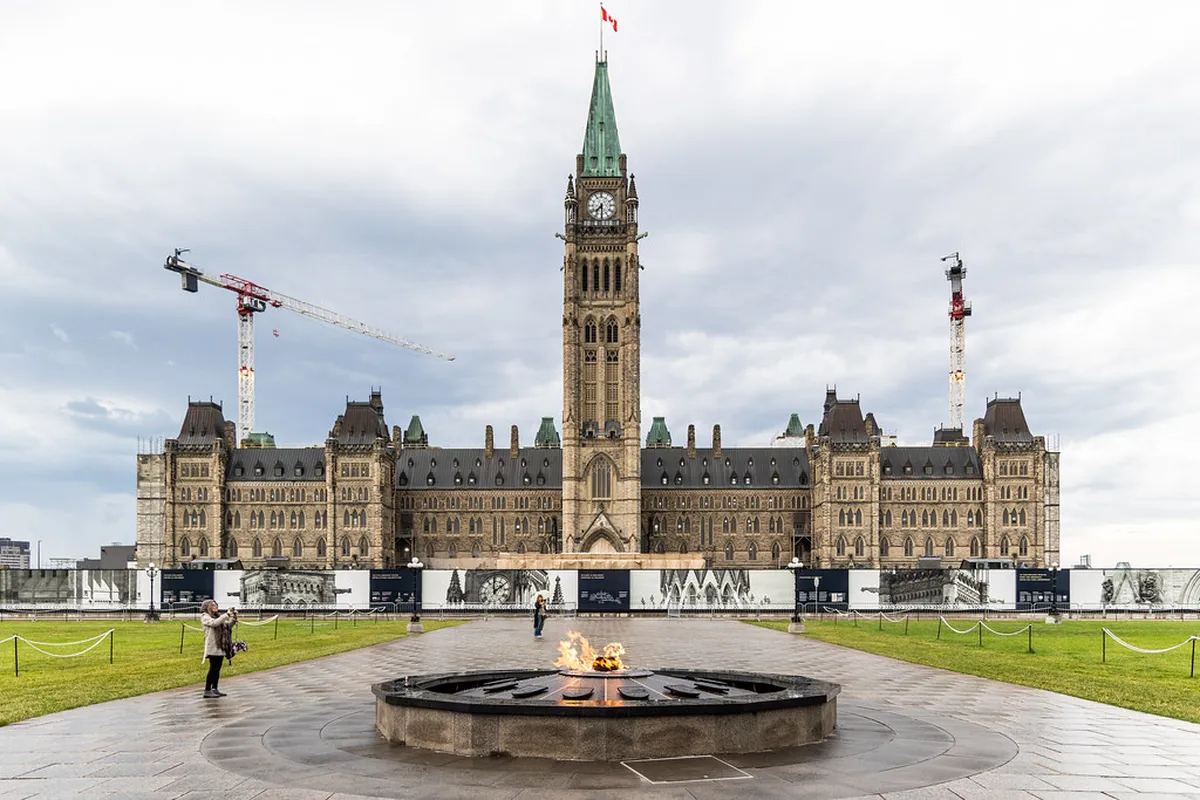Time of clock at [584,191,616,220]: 7:30
